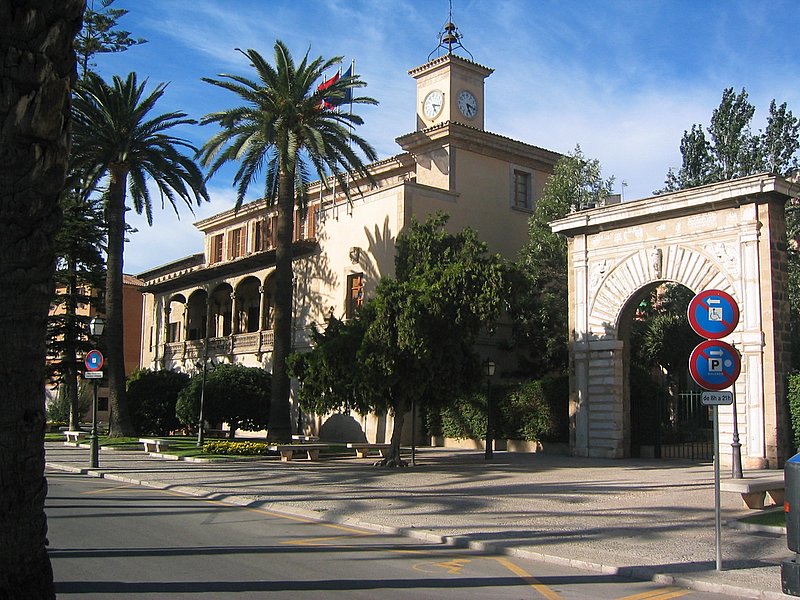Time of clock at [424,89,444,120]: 5:18
